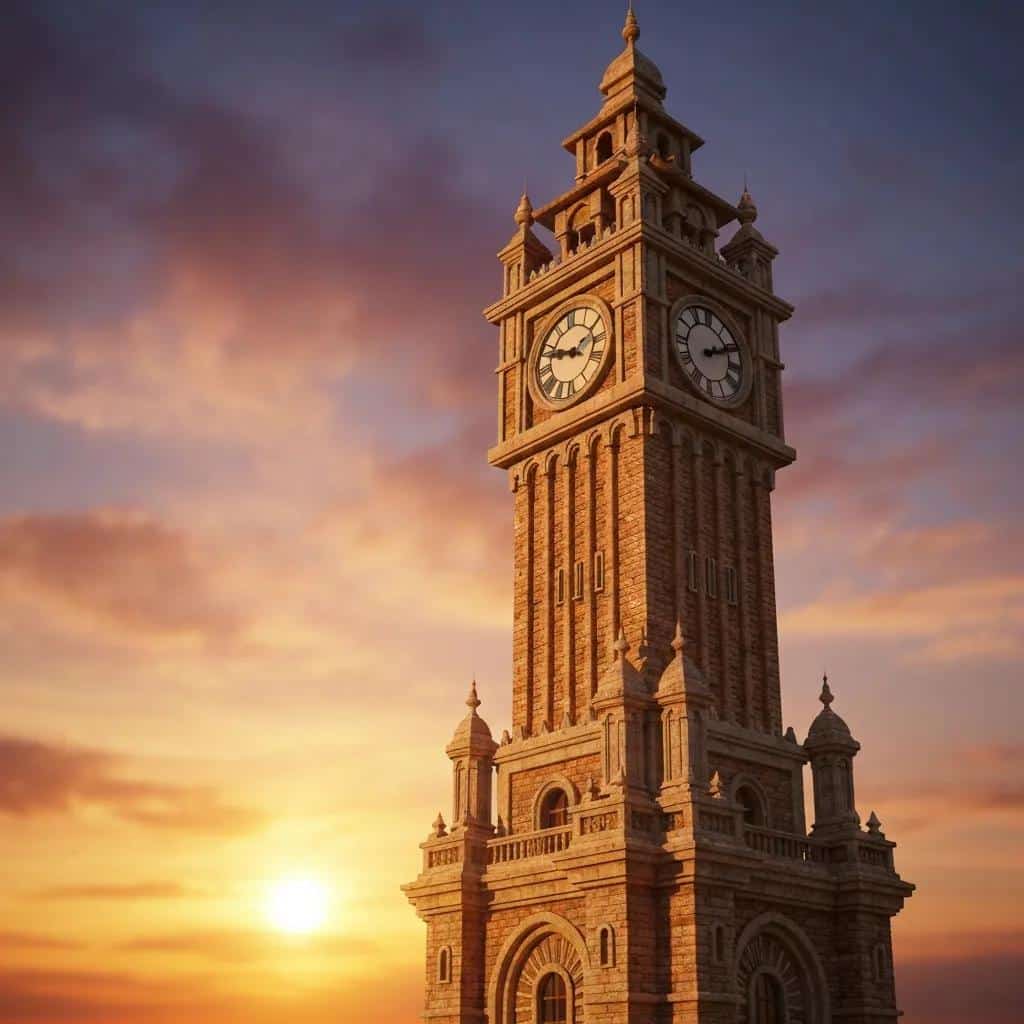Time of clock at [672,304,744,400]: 2:11
